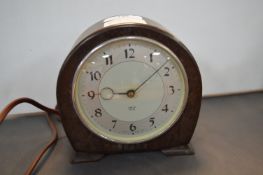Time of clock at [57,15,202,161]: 9:08
